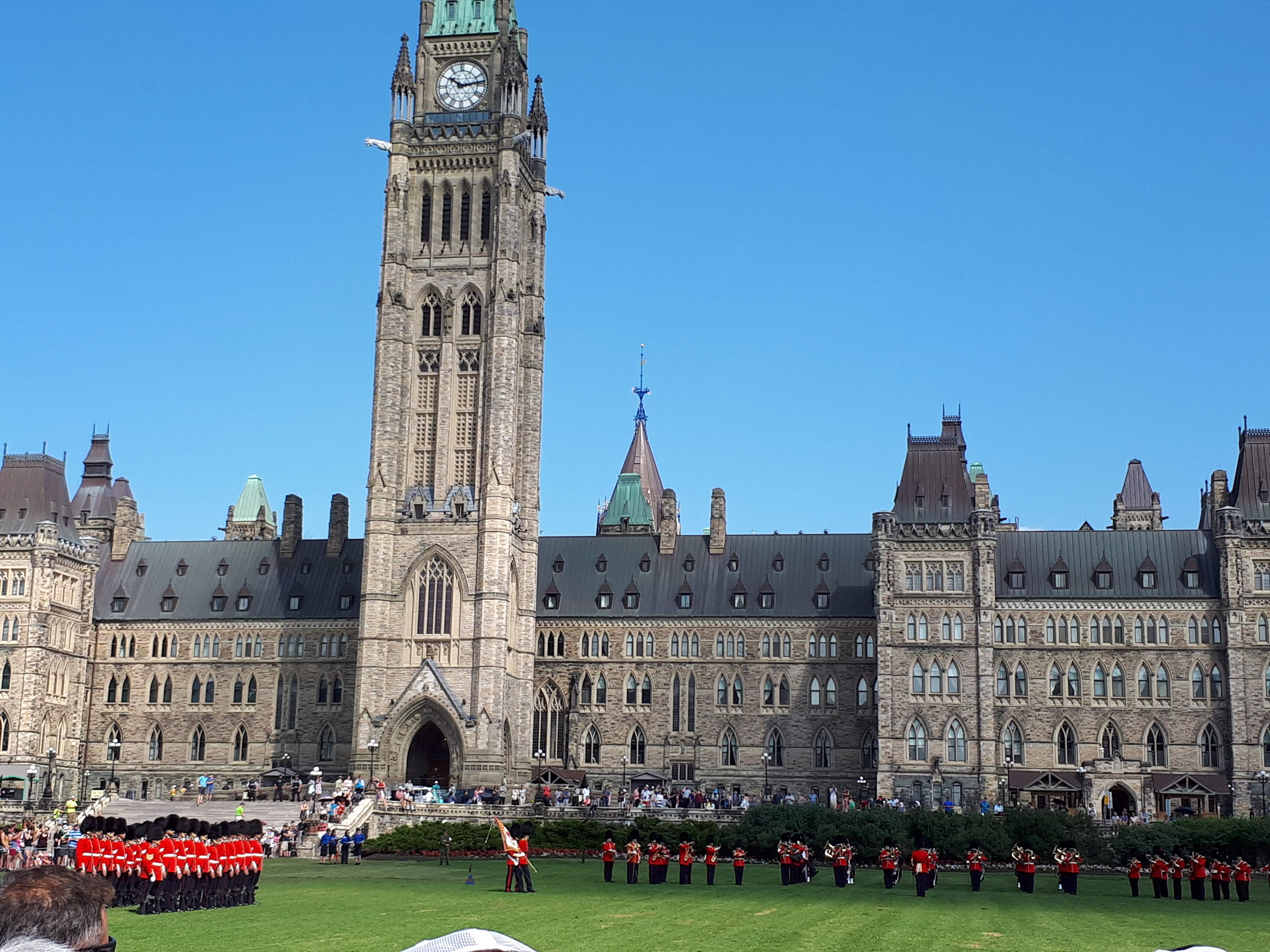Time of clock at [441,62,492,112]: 10:13
